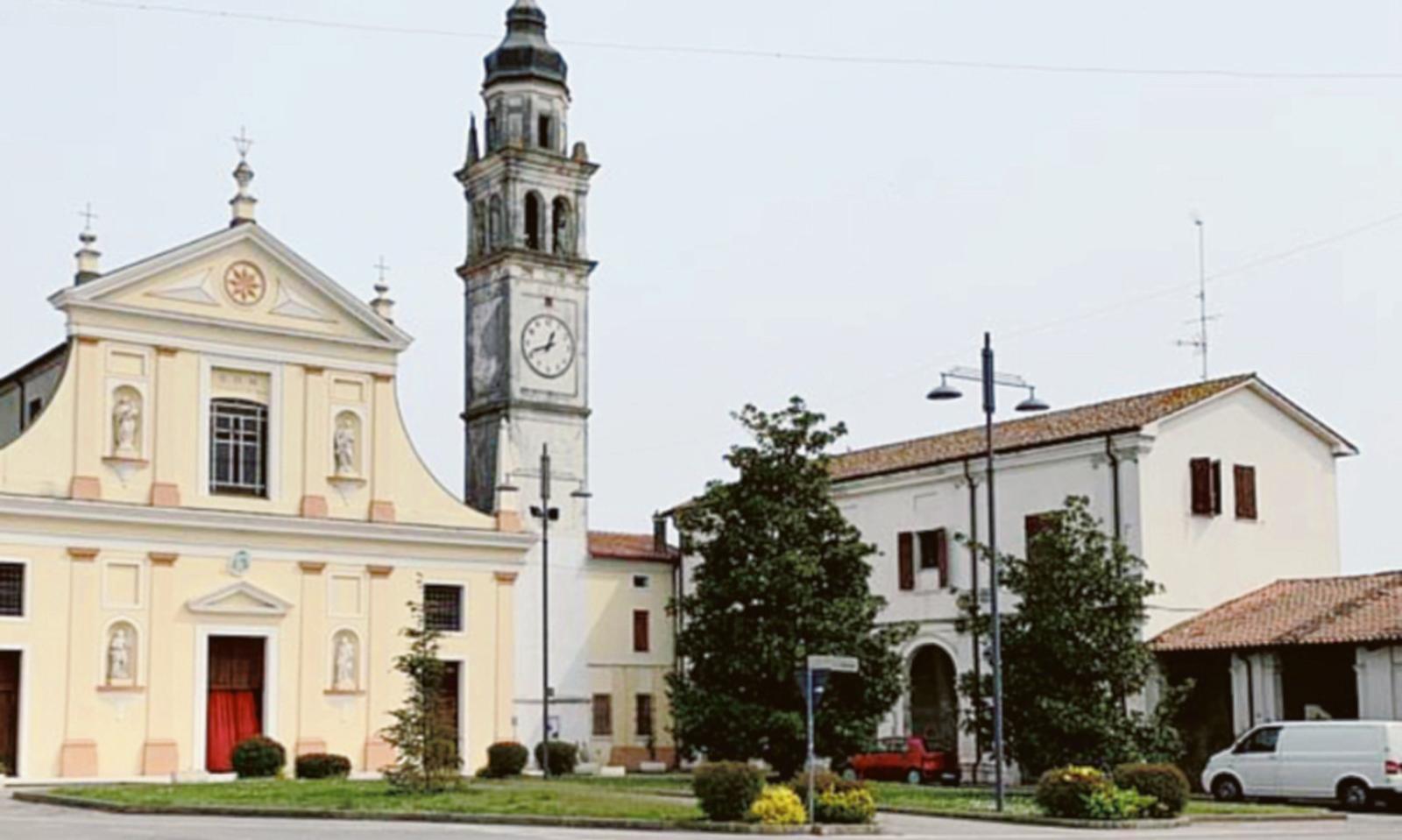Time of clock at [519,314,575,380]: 12:41
